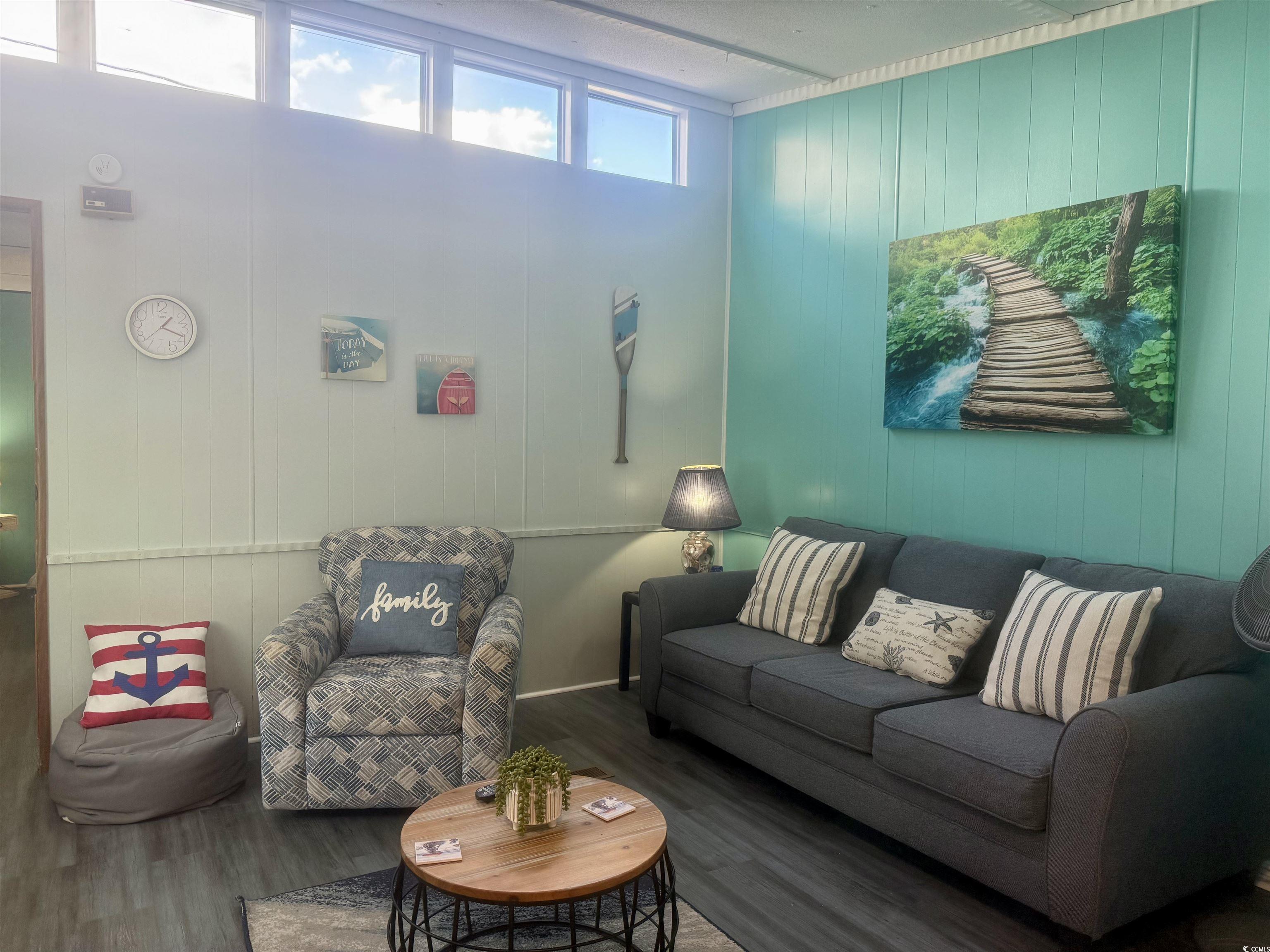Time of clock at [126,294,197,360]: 1:18
